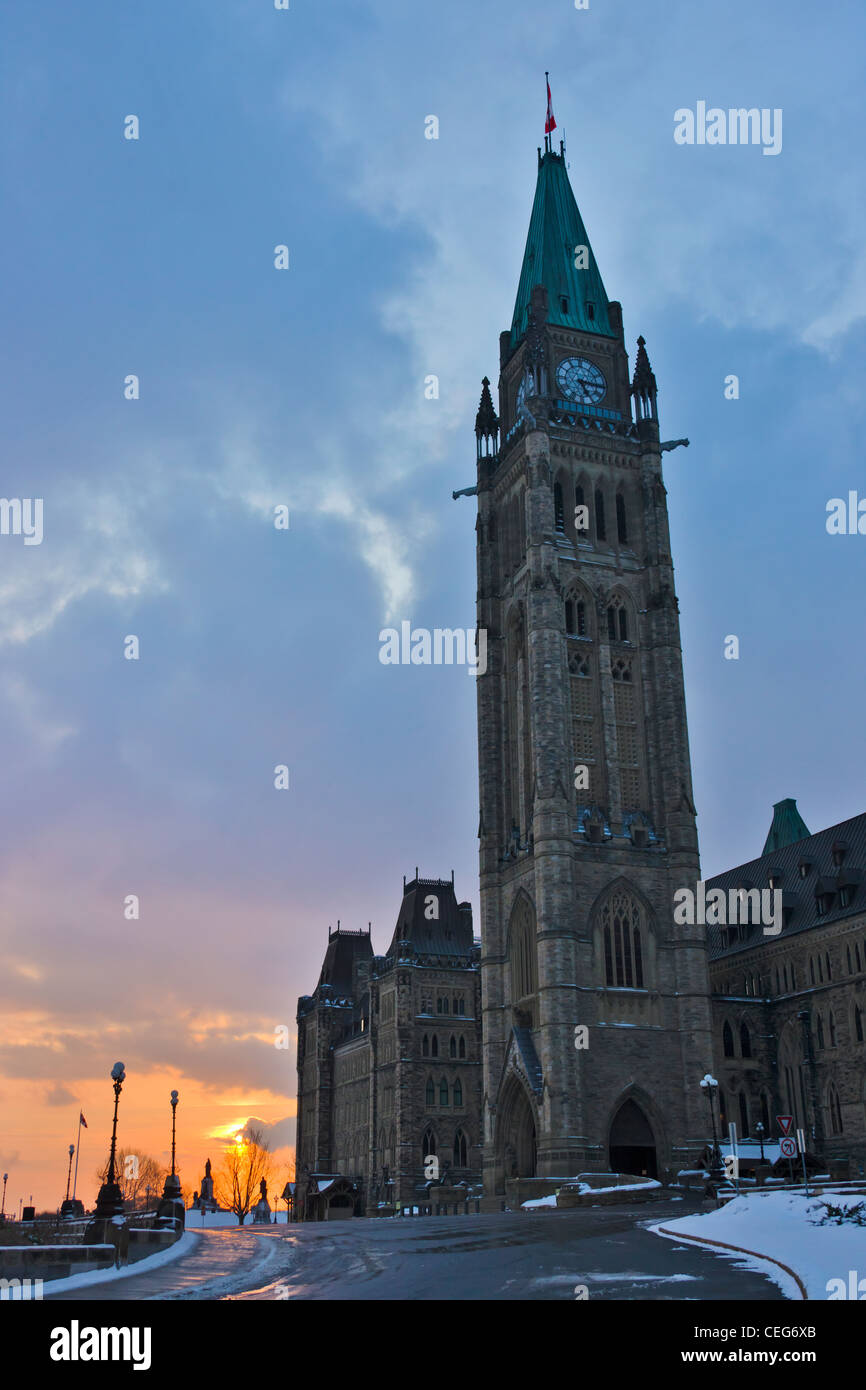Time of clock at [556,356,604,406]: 5:15
